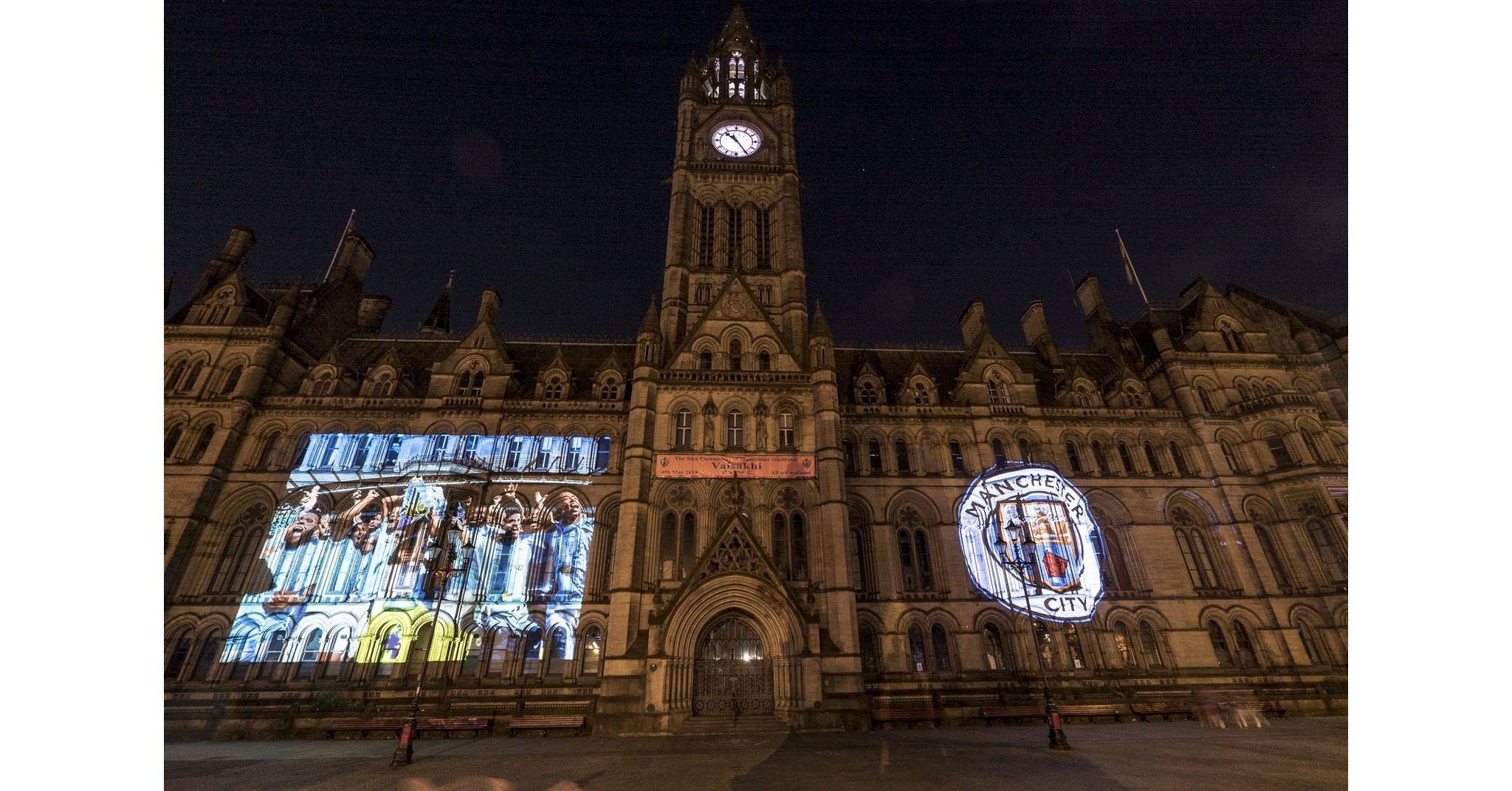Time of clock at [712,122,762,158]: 10:24
